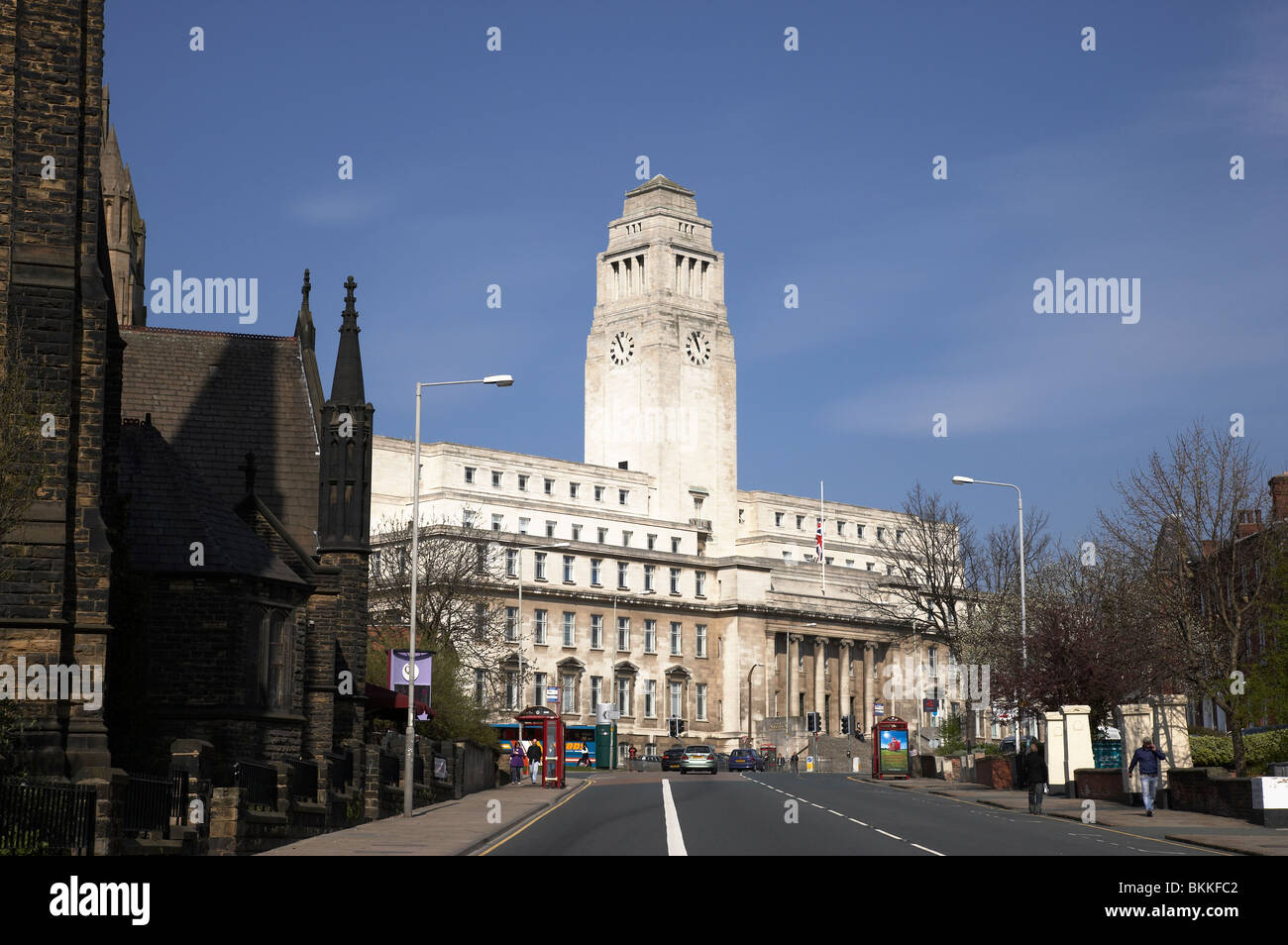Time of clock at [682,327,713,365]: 10:56
